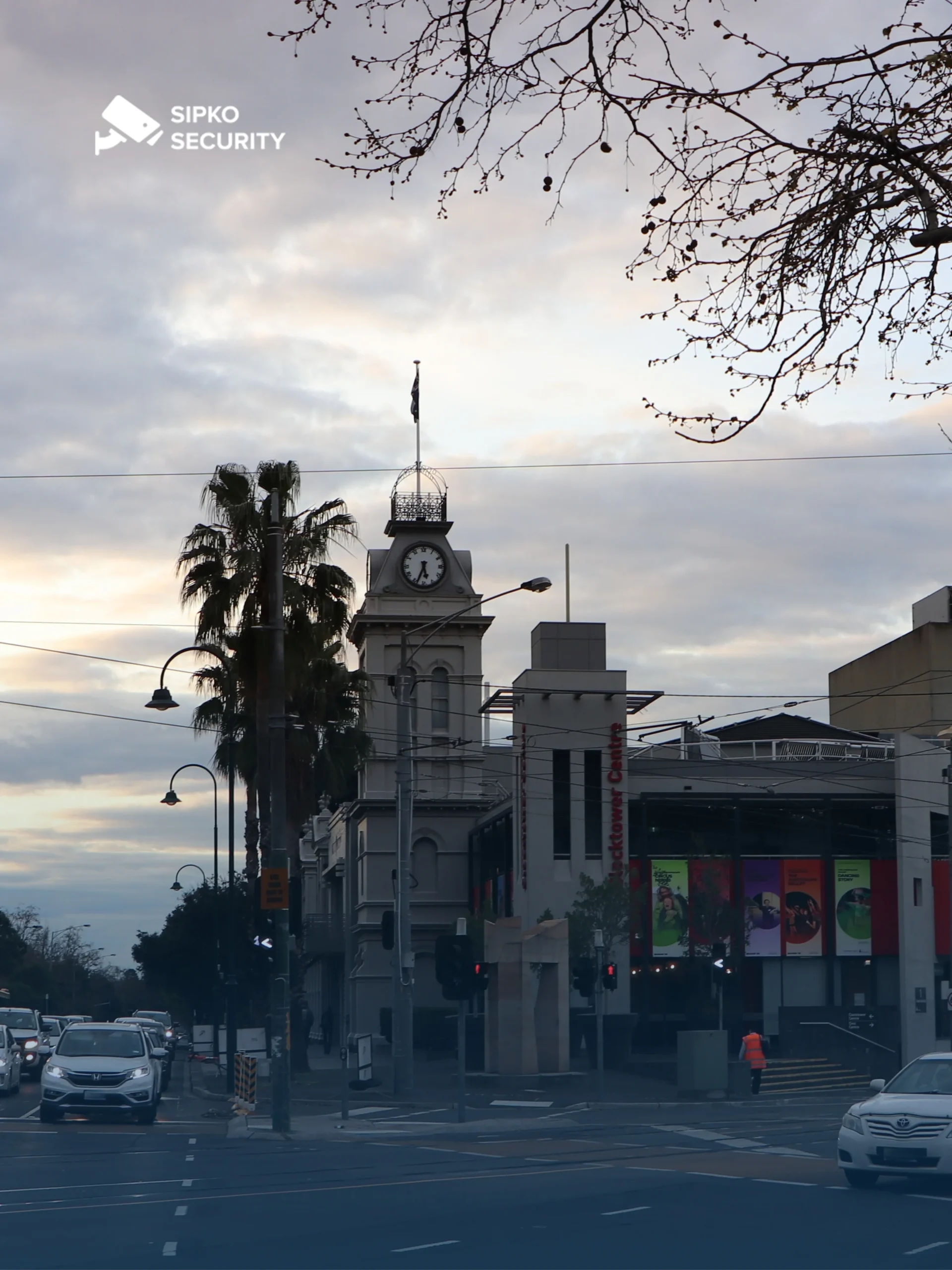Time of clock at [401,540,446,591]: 5:33
